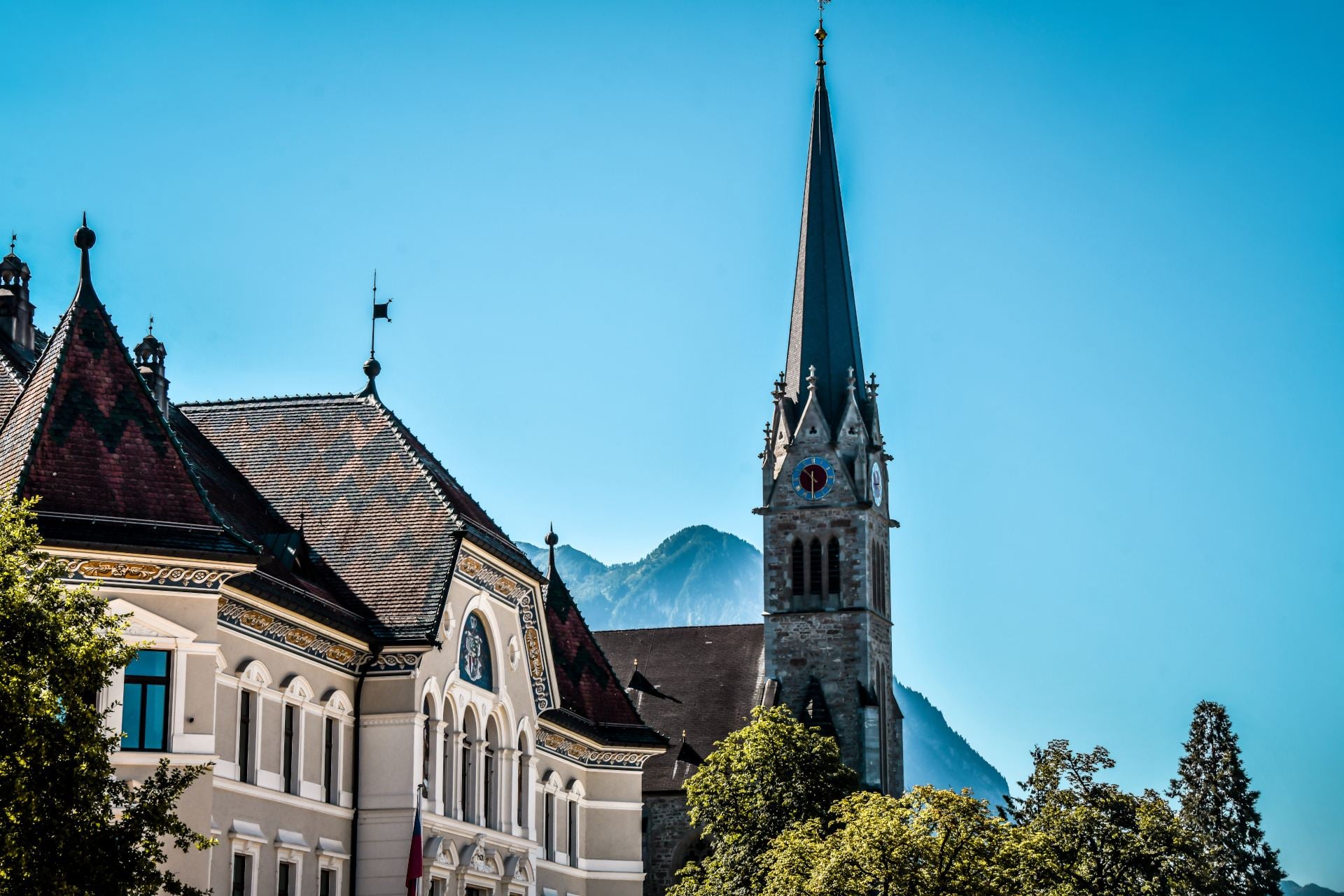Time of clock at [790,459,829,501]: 10:30
